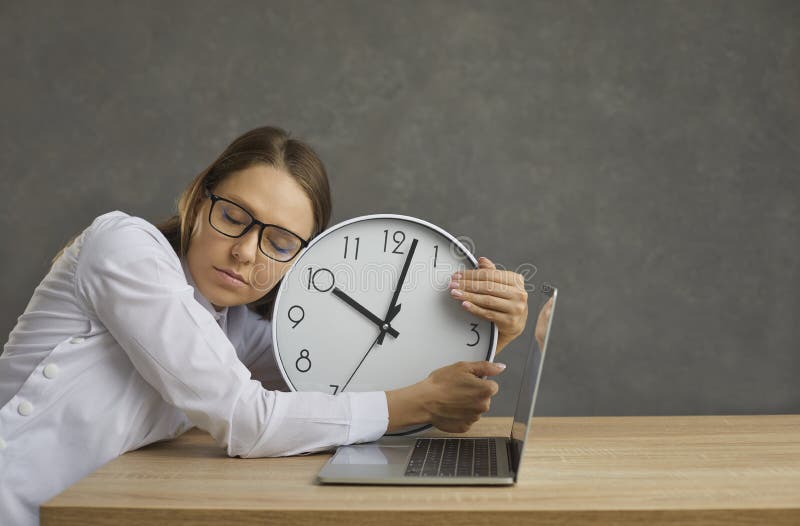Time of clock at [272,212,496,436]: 10:02
